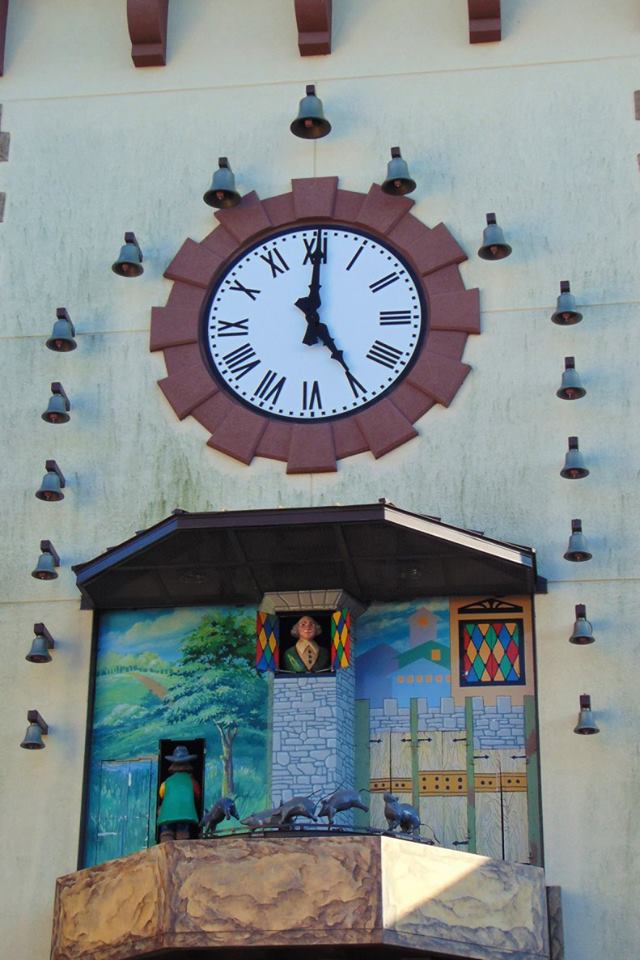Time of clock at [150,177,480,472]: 5:00
